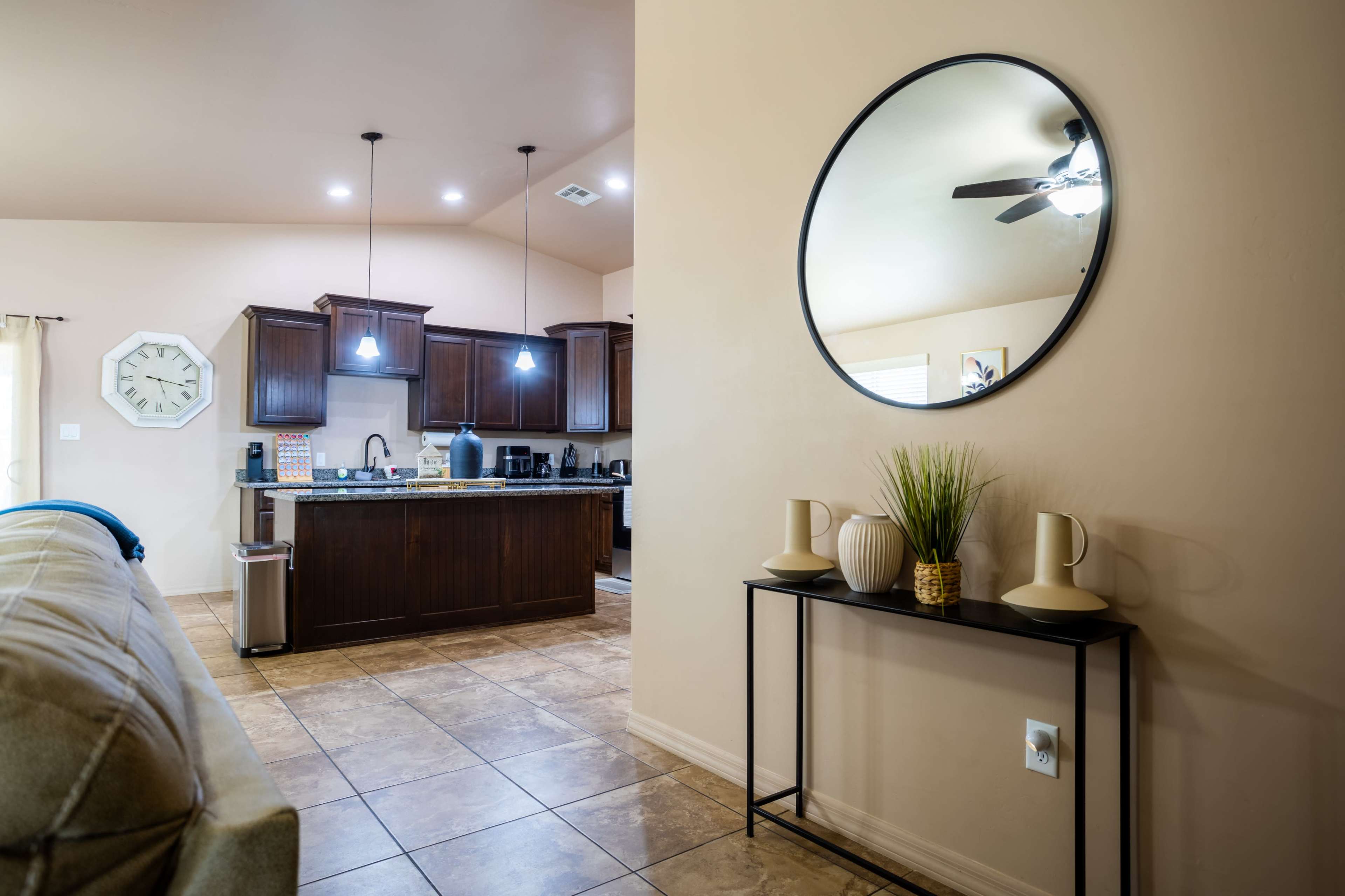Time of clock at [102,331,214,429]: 5:16
